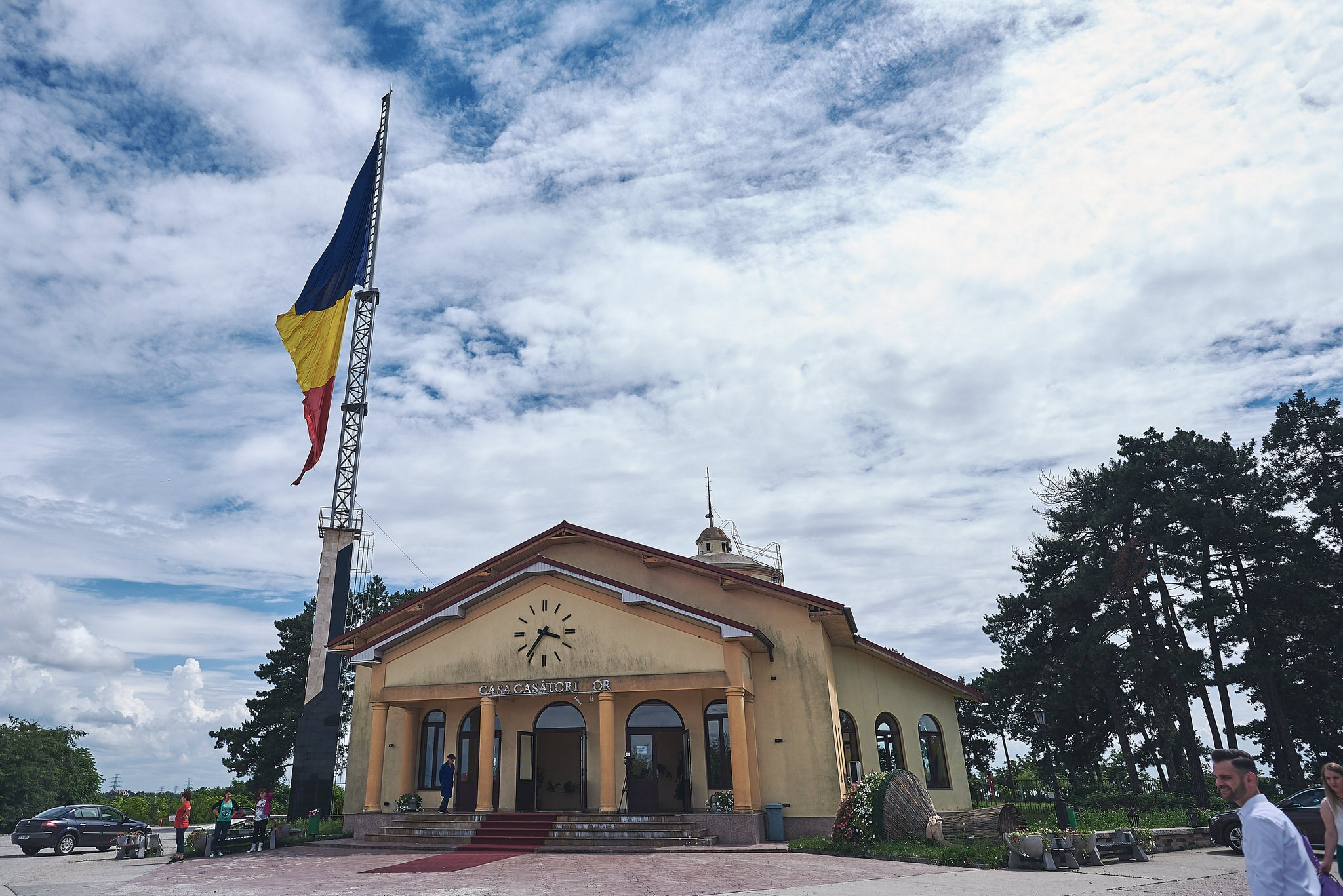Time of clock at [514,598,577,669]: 3:36
